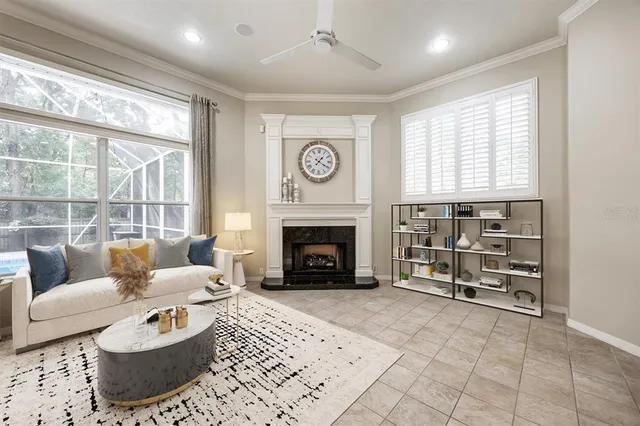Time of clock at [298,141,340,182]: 1:20
